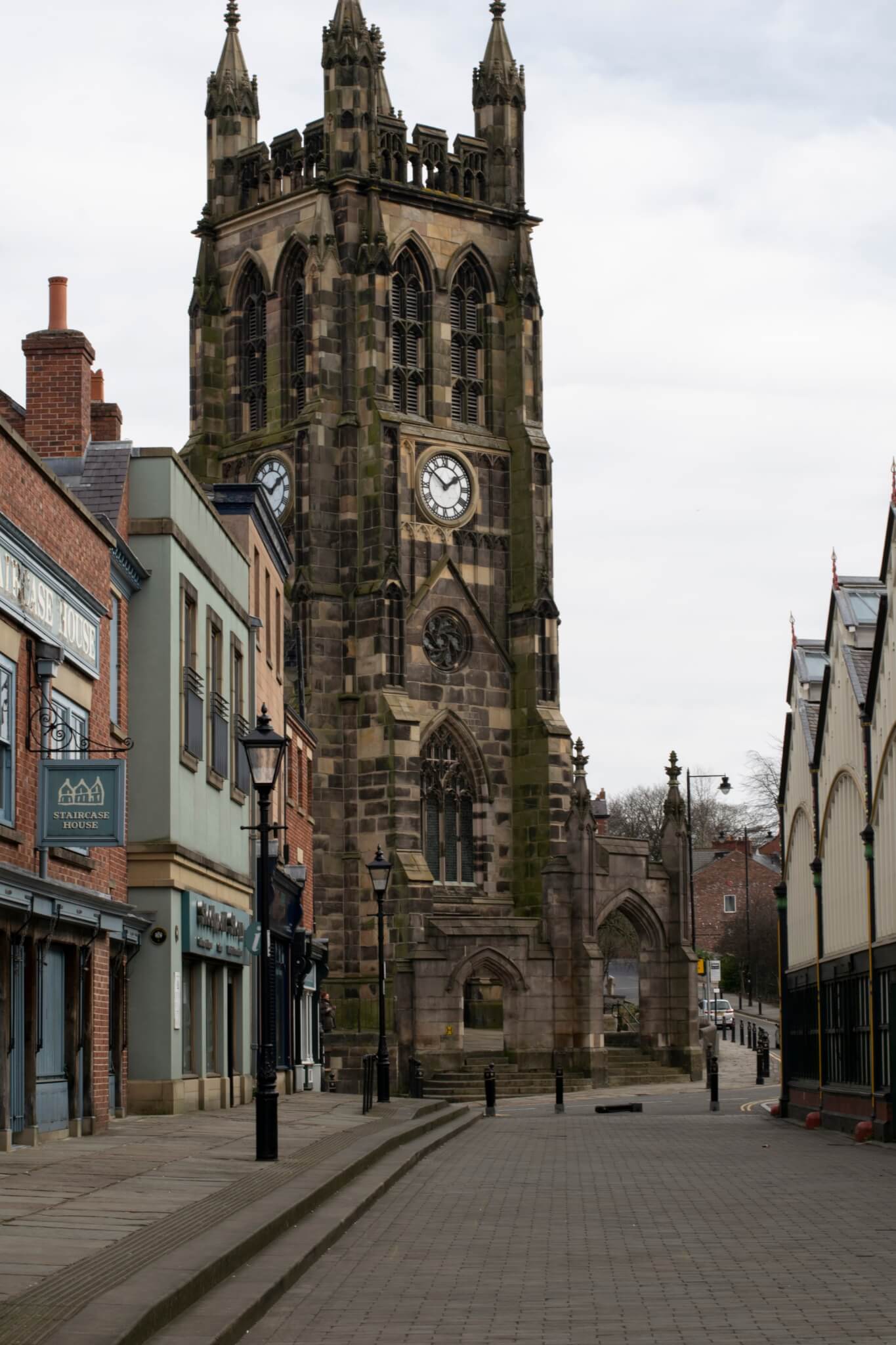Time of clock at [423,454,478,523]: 1:51
